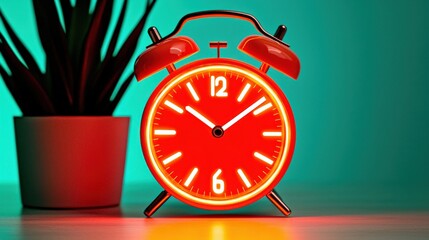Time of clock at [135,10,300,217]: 10:08
